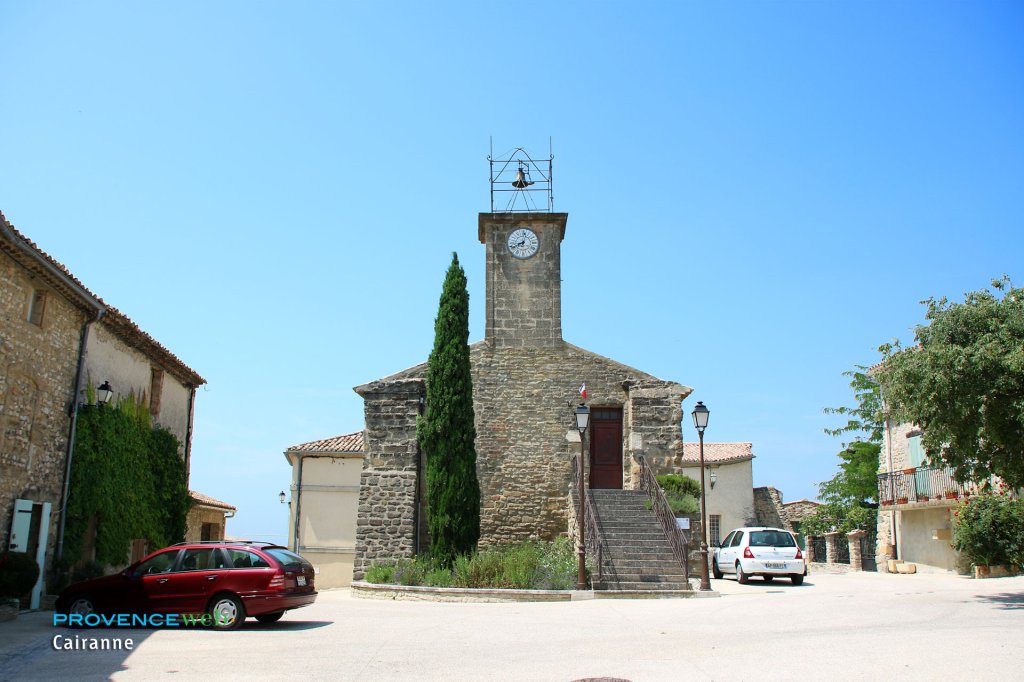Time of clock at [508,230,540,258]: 8:01
